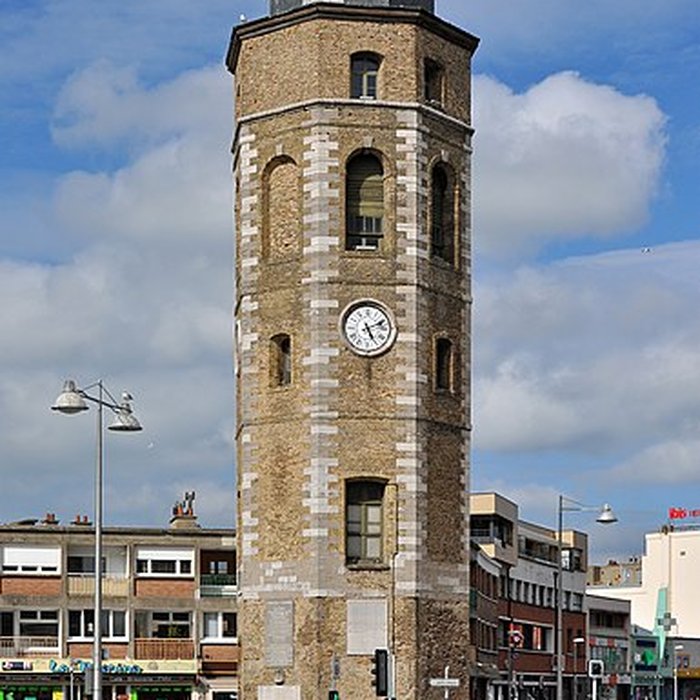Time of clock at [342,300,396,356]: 5:11
